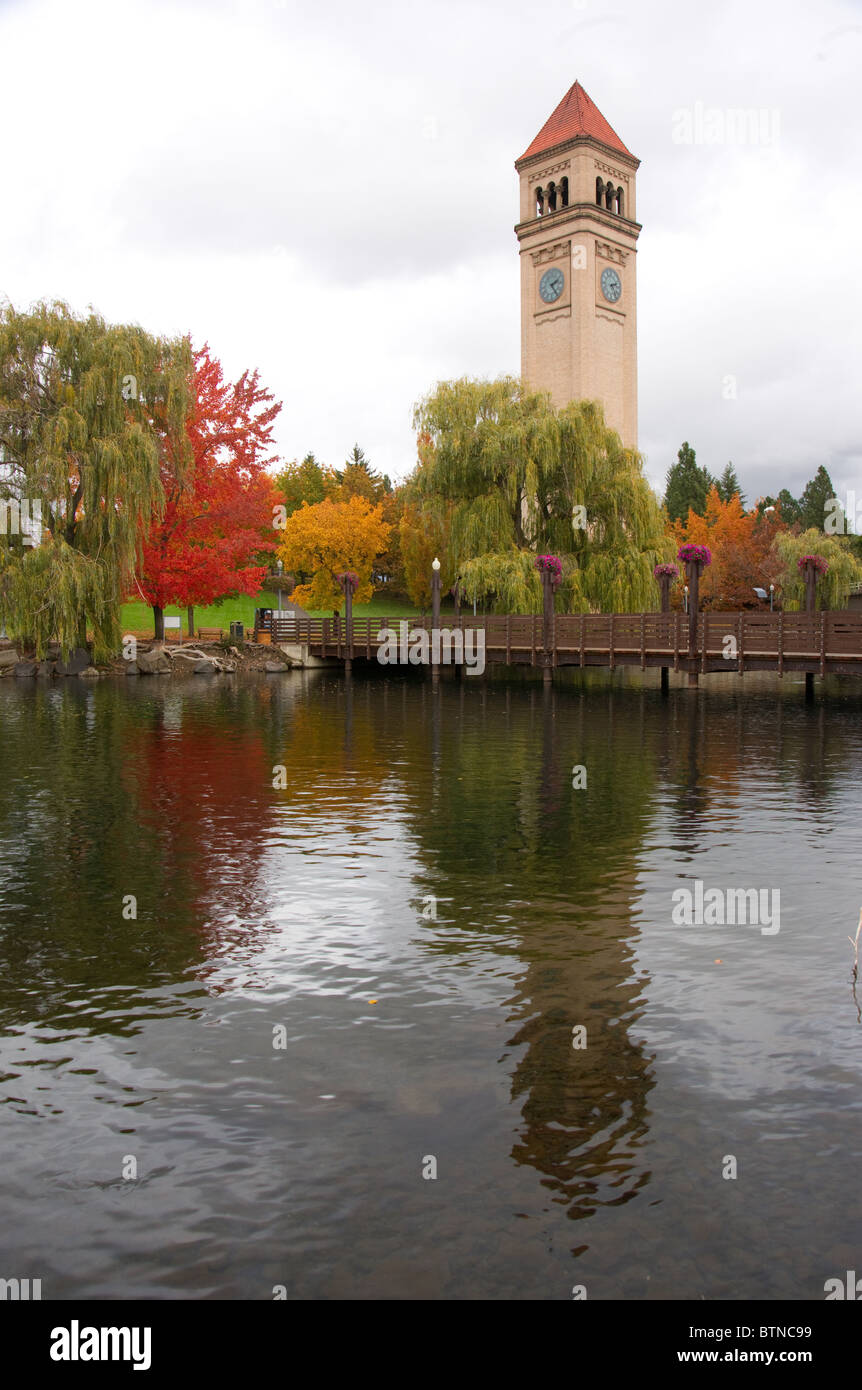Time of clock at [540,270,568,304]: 2:23
